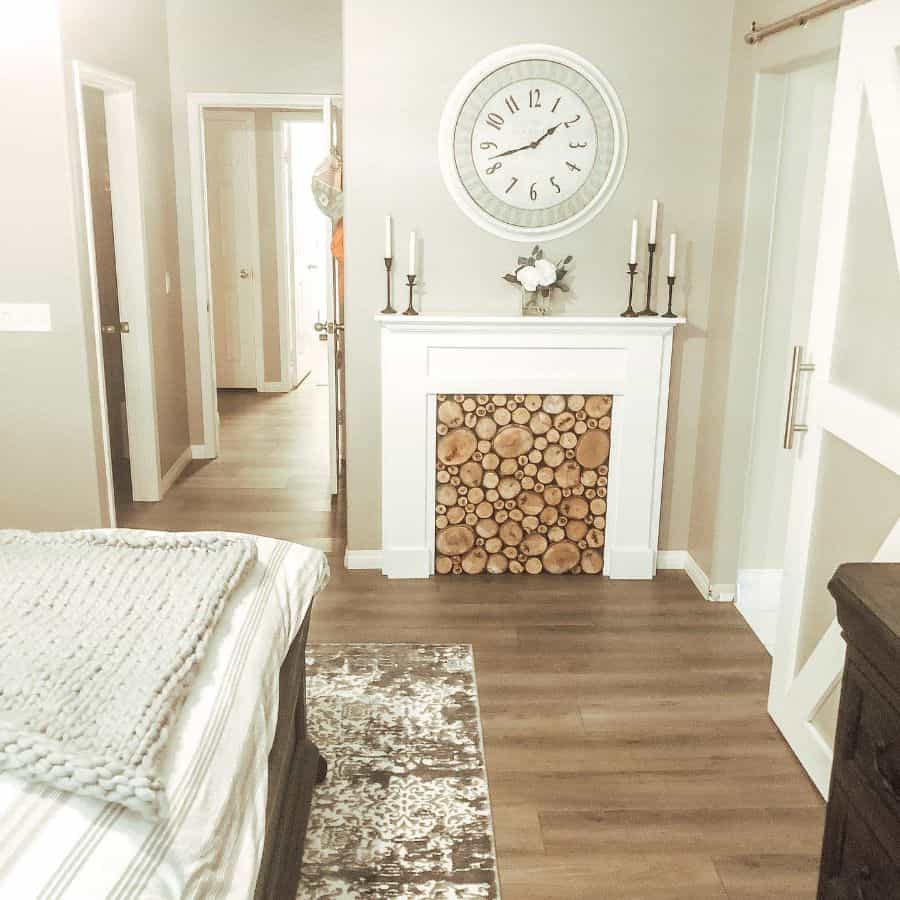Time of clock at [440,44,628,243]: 1:42
